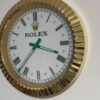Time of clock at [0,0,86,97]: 3:36
